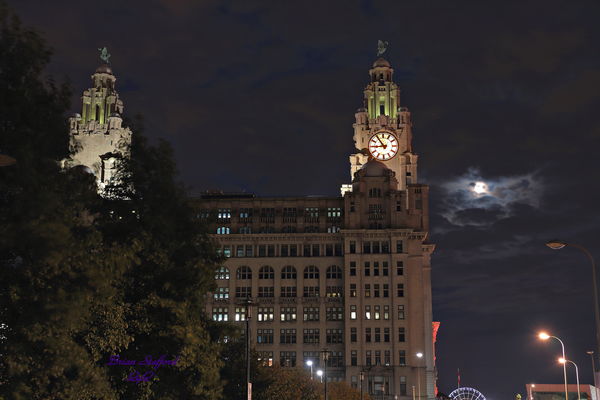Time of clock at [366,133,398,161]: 8:53
